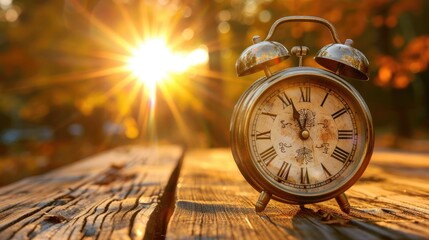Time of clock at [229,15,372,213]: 11:56
